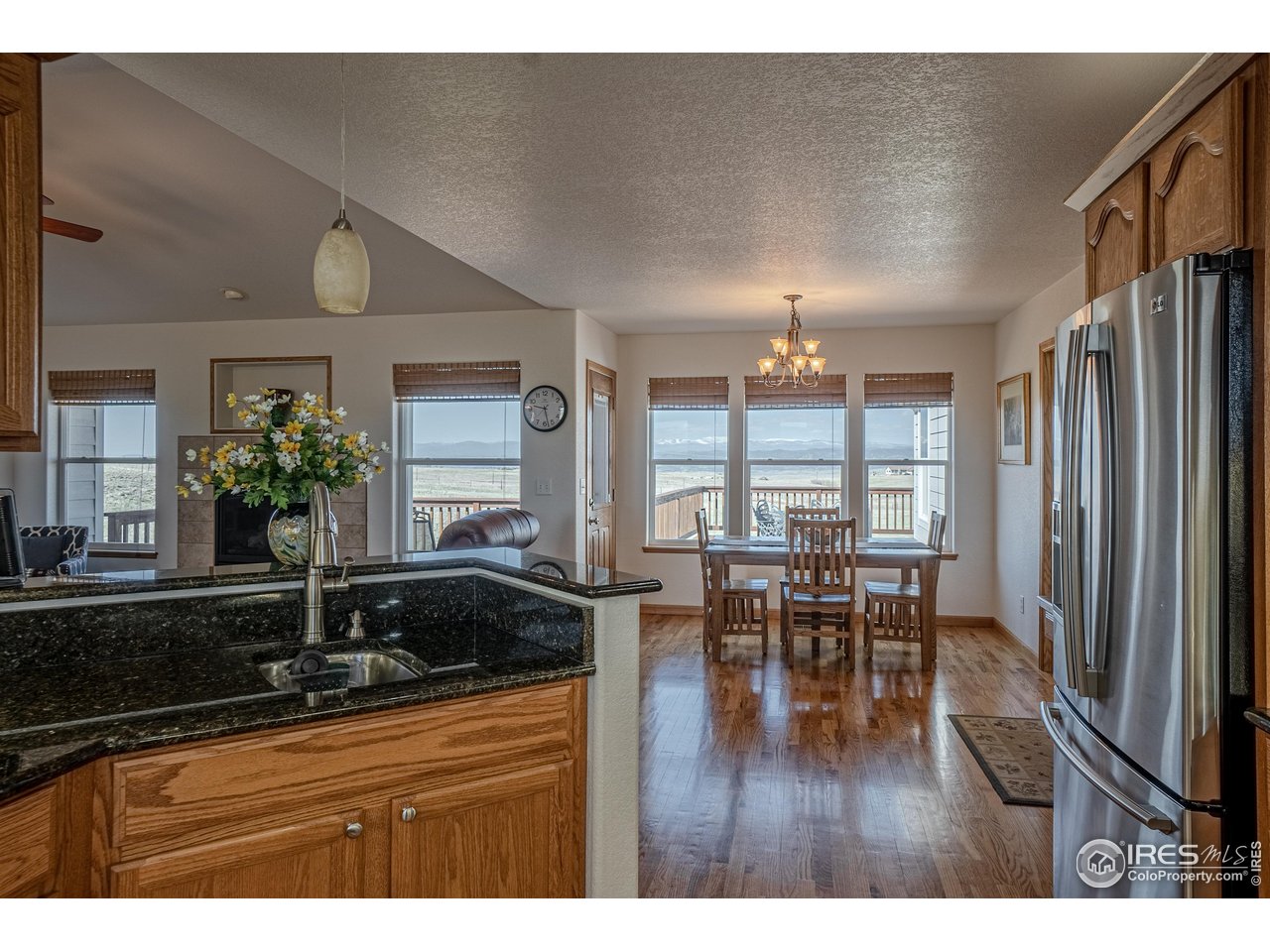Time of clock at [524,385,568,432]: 9:27
